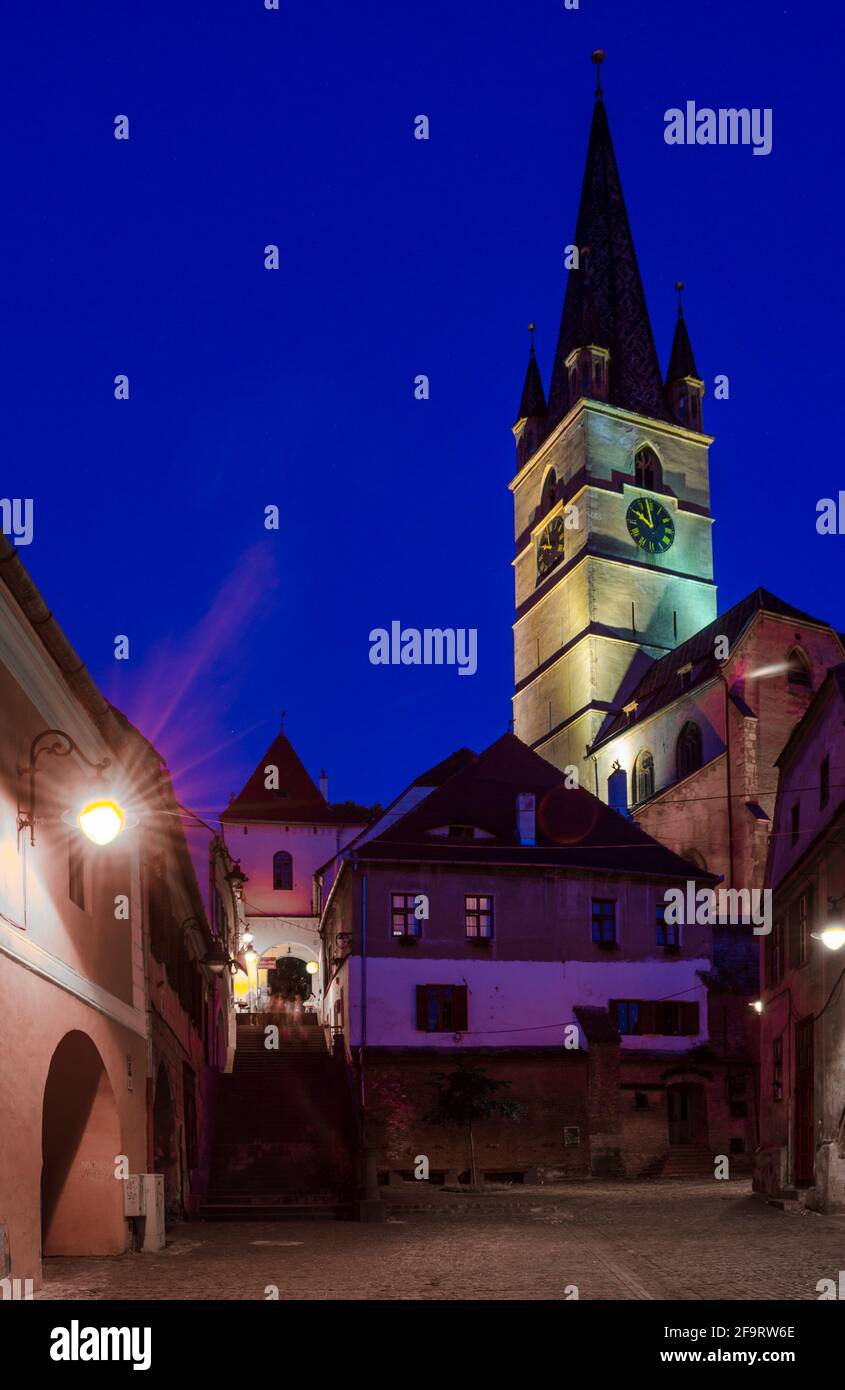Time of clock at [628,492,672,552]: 9:57
